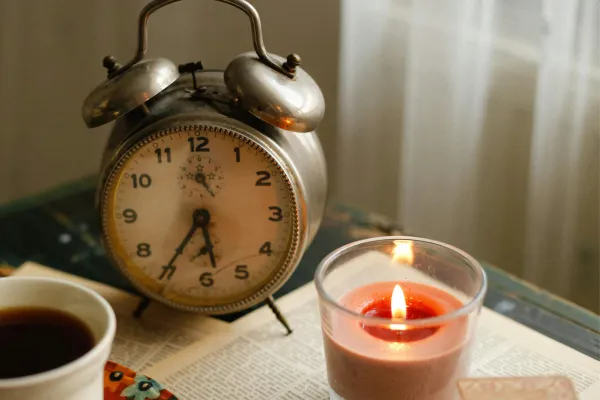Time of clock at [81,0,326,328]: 5:35
